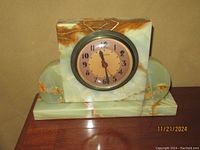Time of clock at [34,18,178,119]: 11:28
